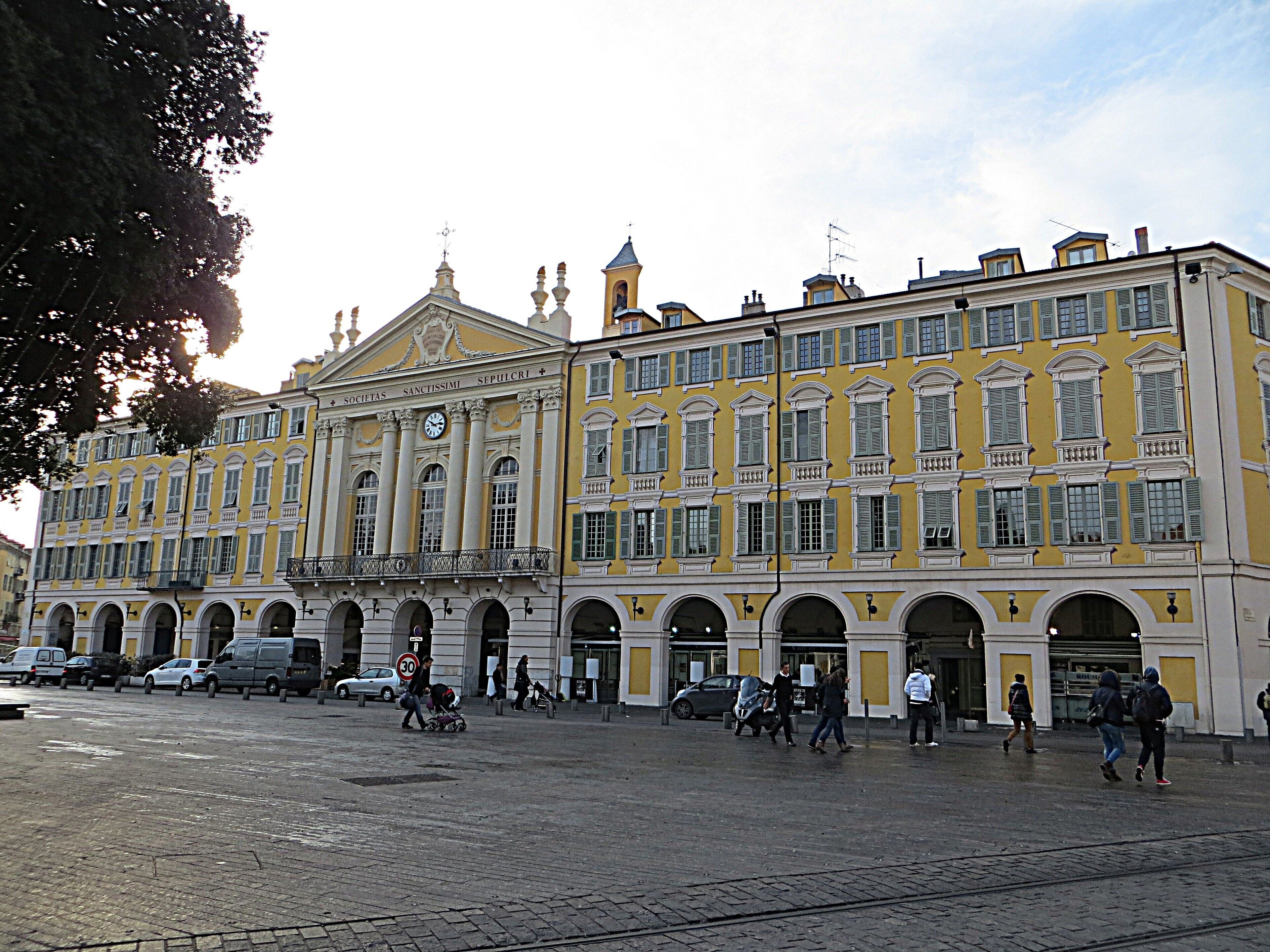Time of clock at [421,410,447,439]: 10:12
